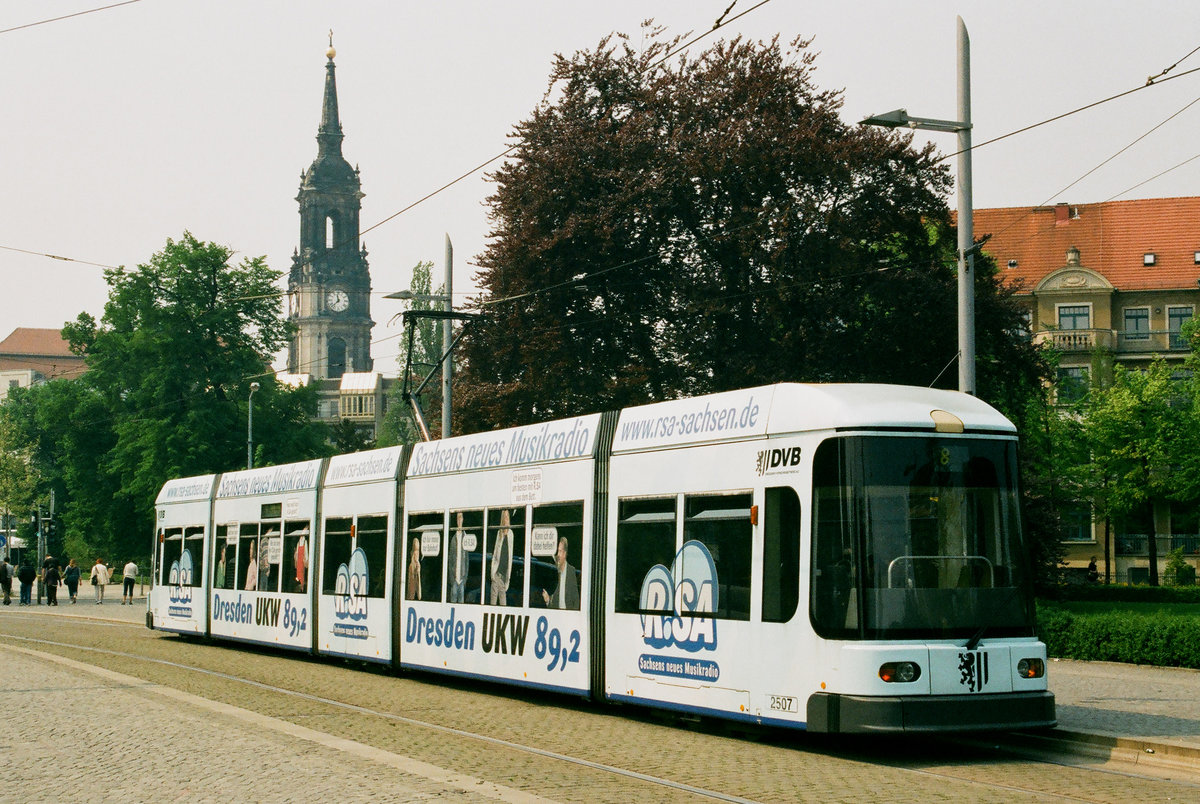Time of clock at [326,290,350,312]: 11:37
